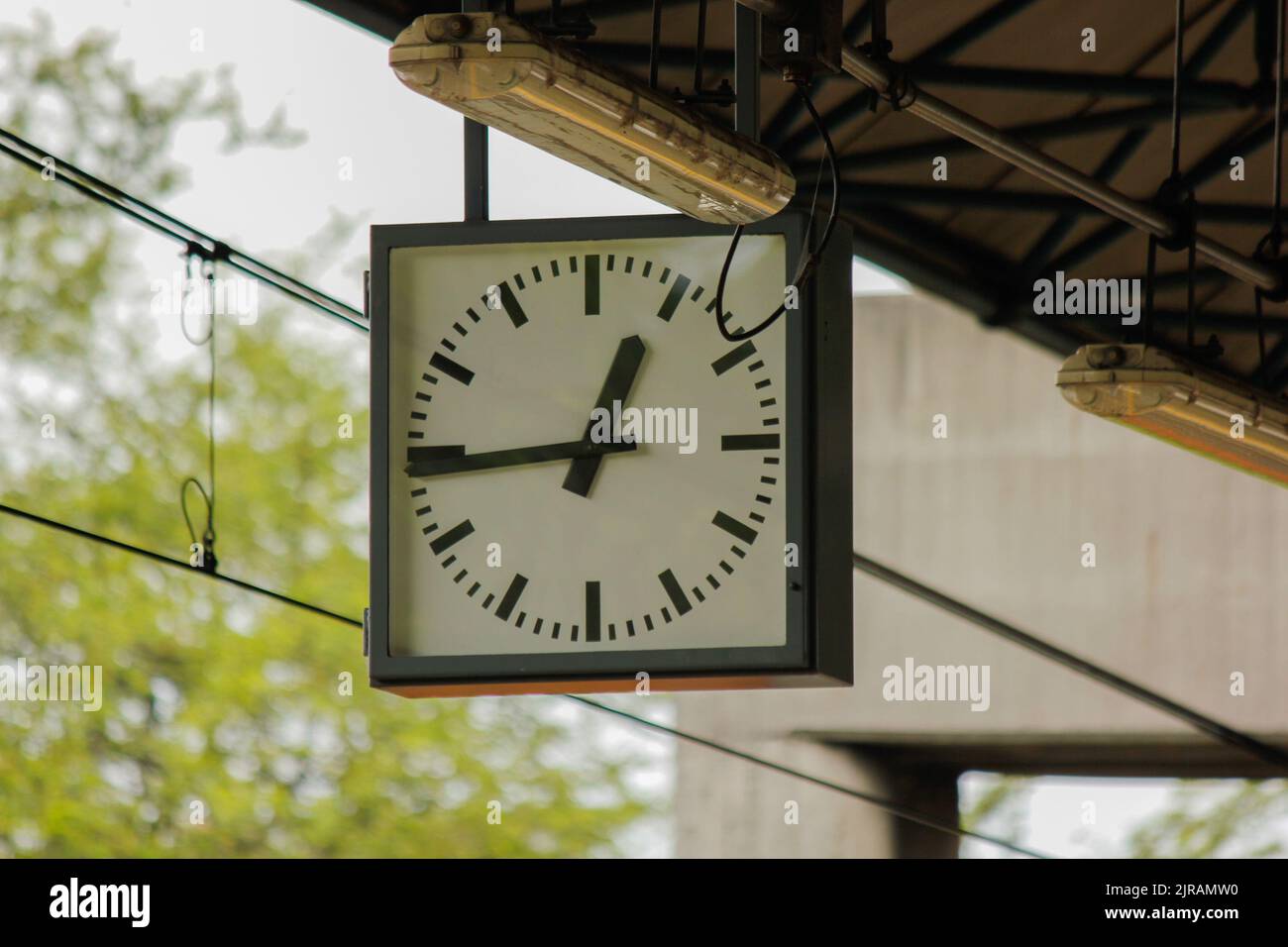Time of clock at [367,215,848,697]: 12:44
